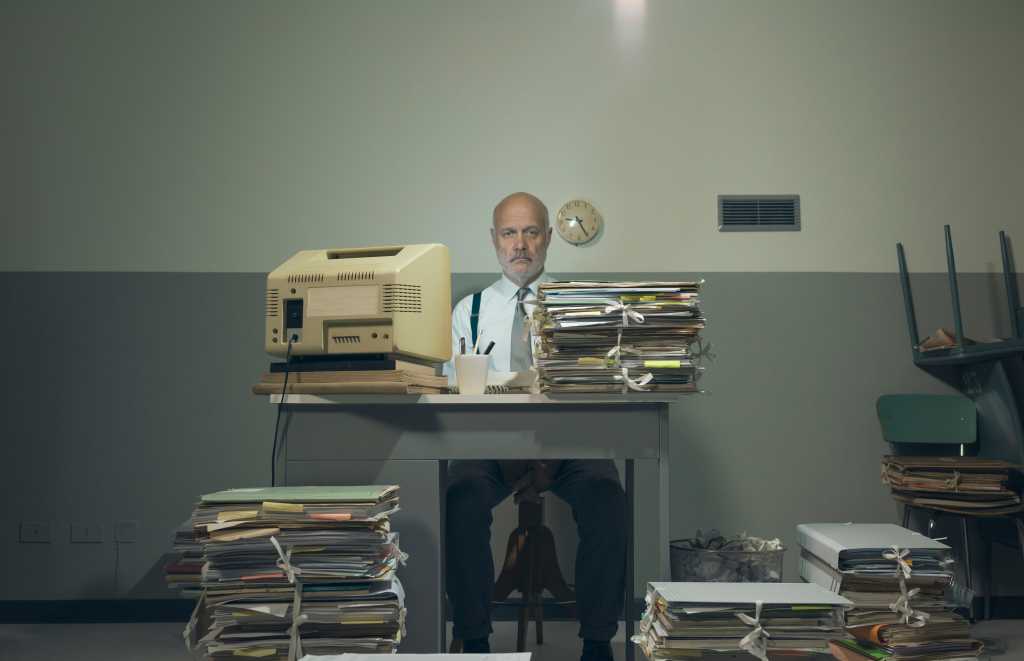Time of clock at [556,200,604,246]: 9:25
